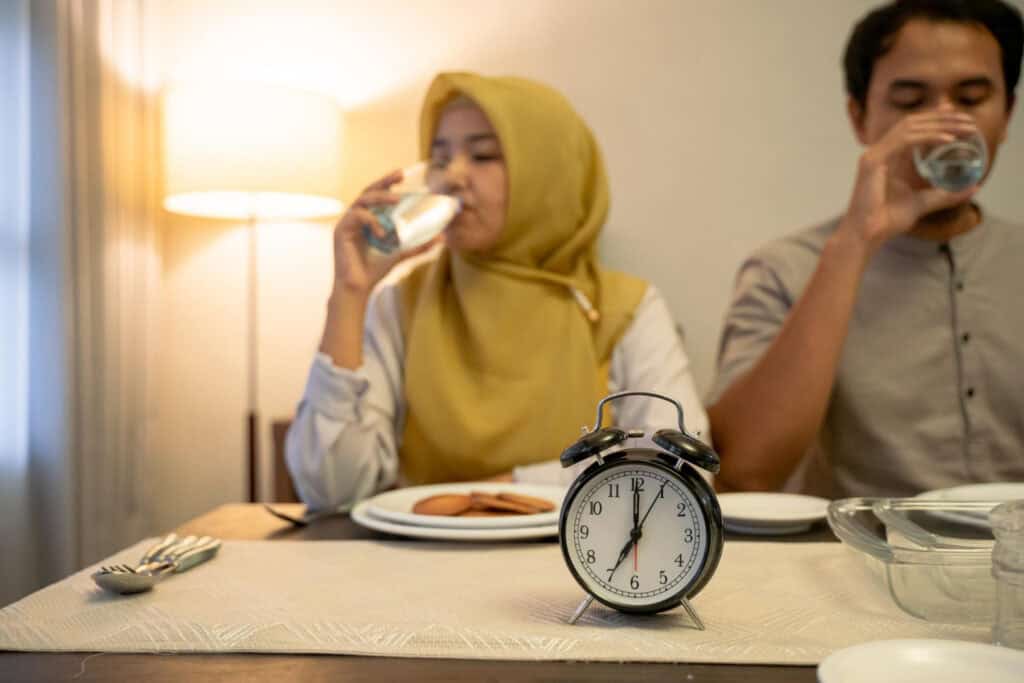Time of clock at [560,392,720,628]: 7:00
